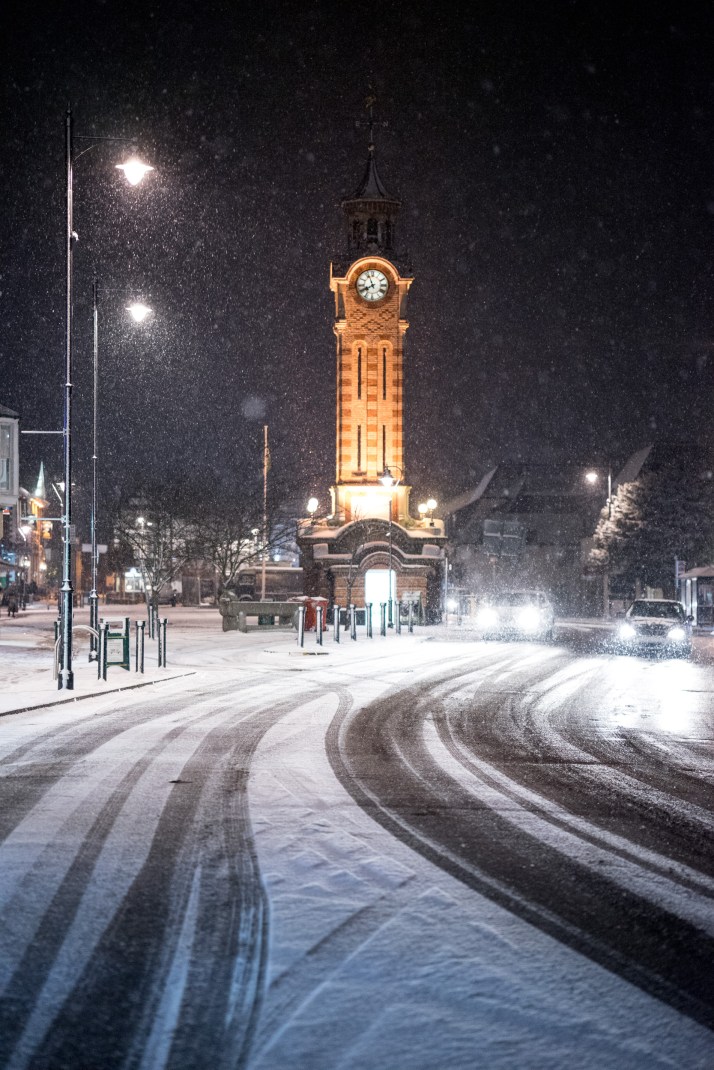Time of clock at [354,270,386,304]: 7:56
